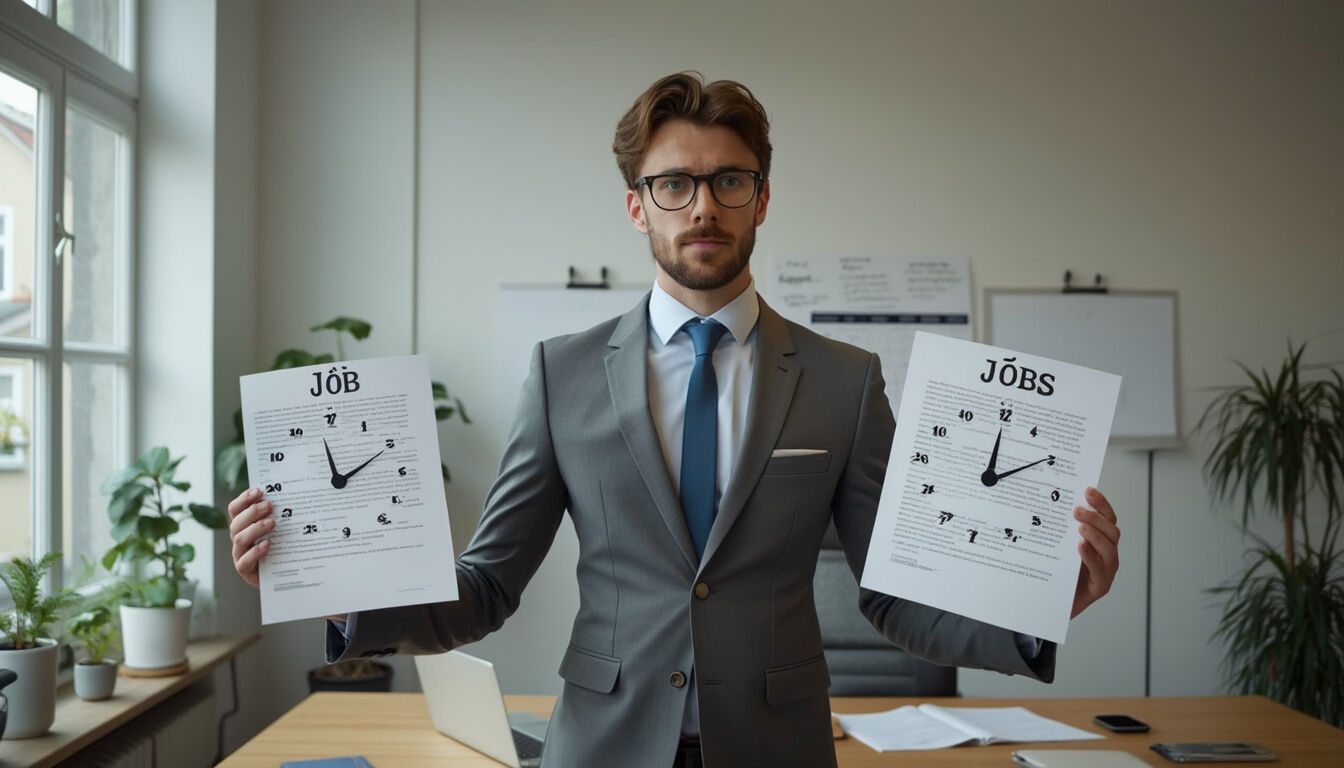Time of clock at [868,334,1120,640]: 12:09
